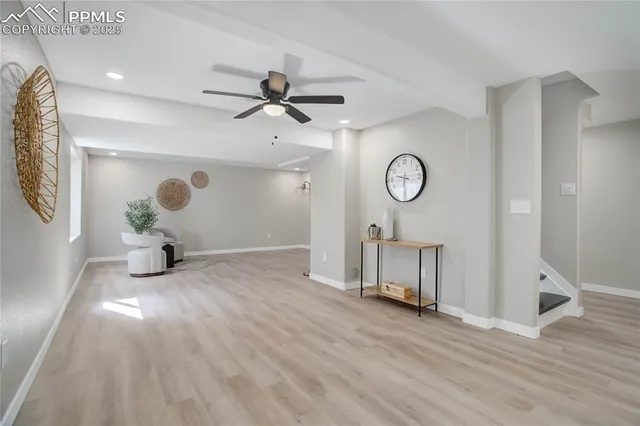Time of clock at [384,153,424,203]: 9:30
